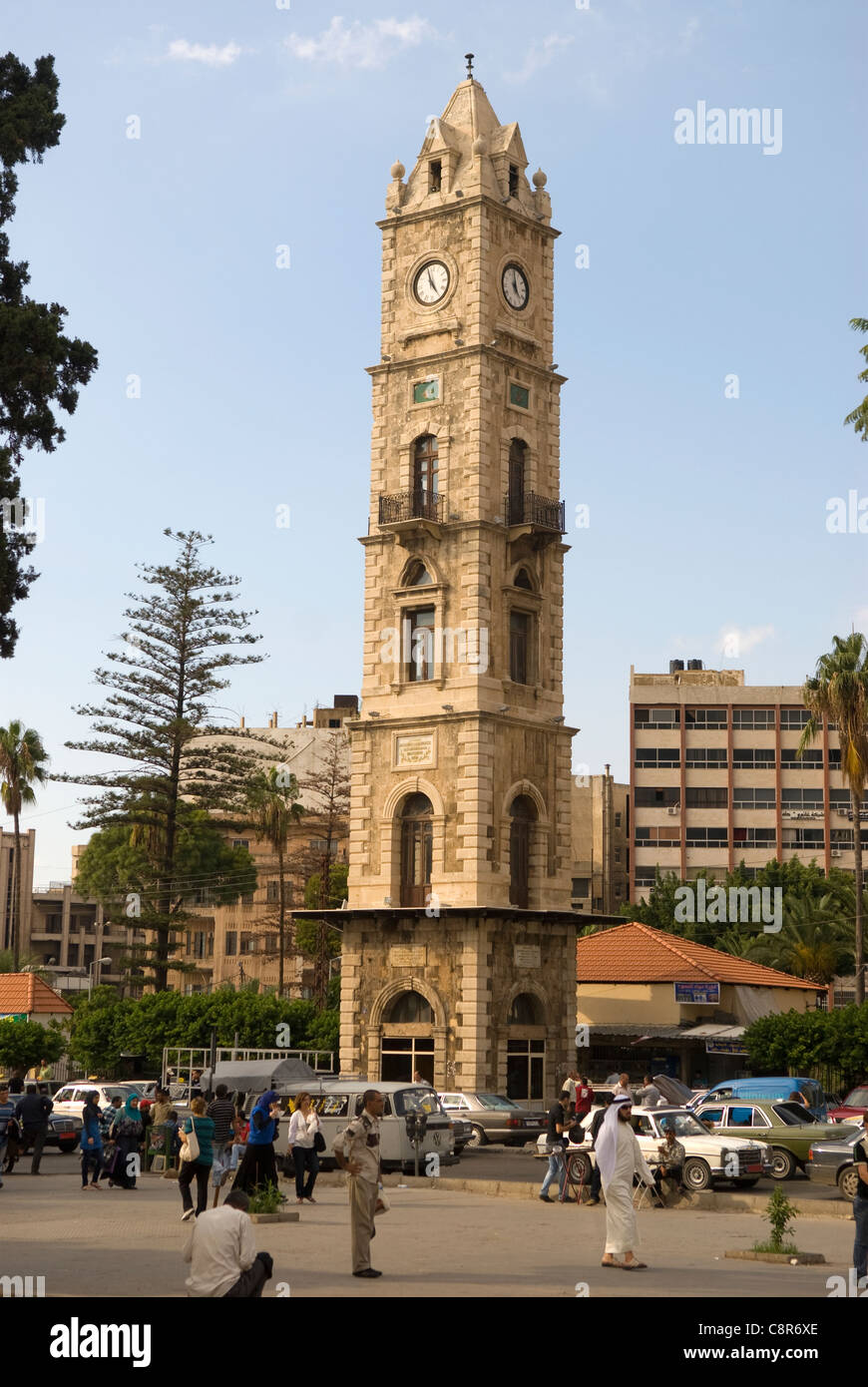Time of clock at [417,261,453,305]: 4:57
